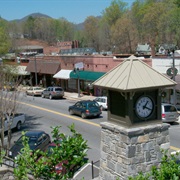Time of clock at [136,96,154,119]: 1:18
